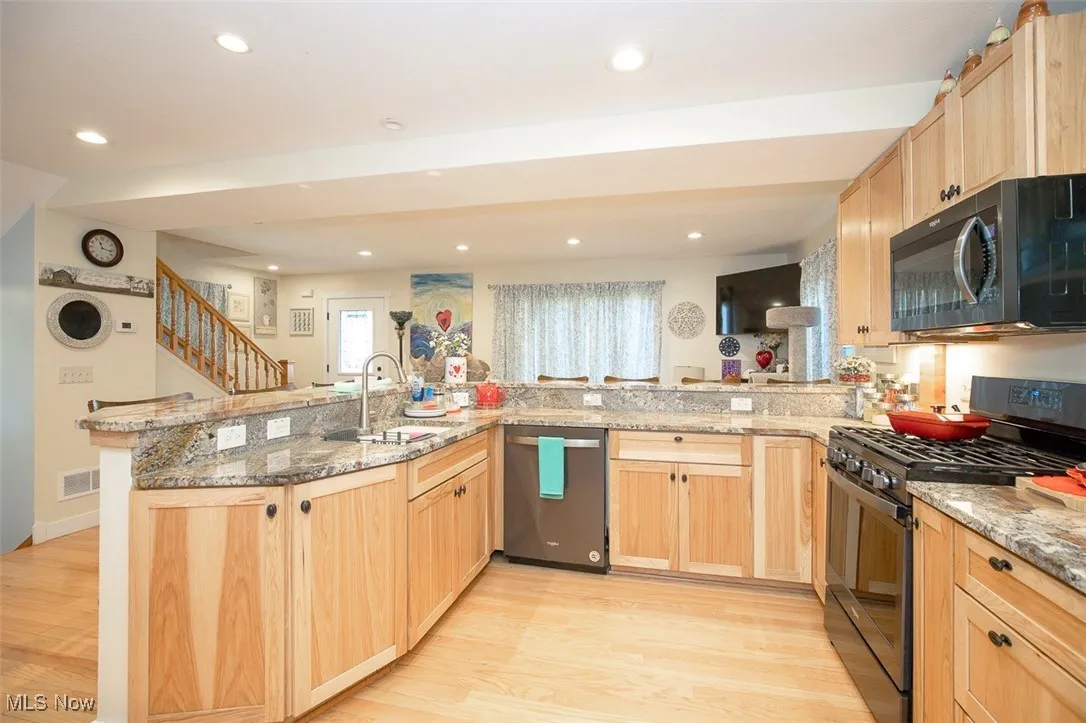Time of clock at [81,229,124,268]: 11:17
